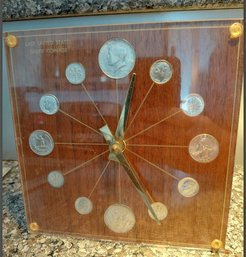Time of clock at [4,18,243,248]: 12:24
